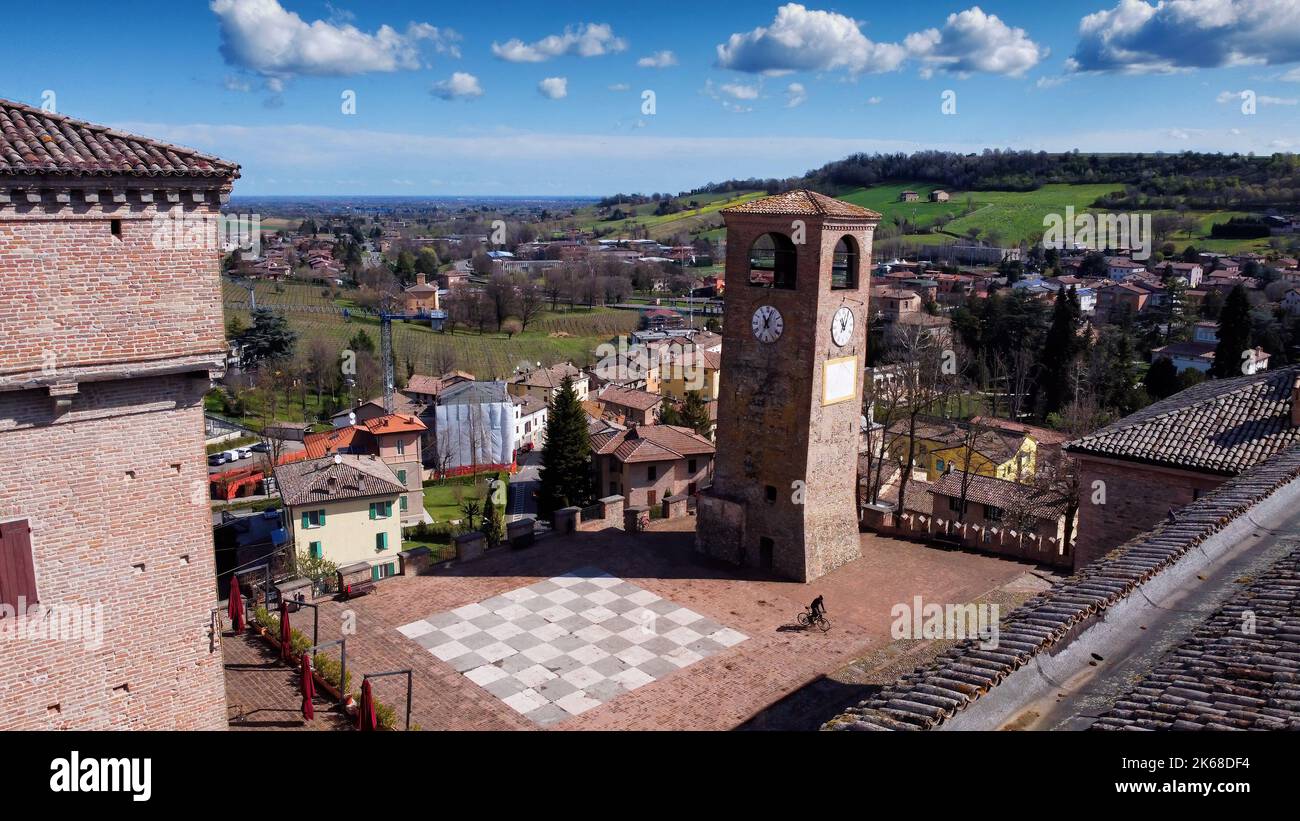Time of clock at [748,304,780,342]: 11:03
